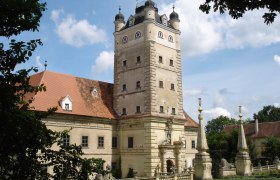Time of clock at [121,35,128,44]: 12:23
